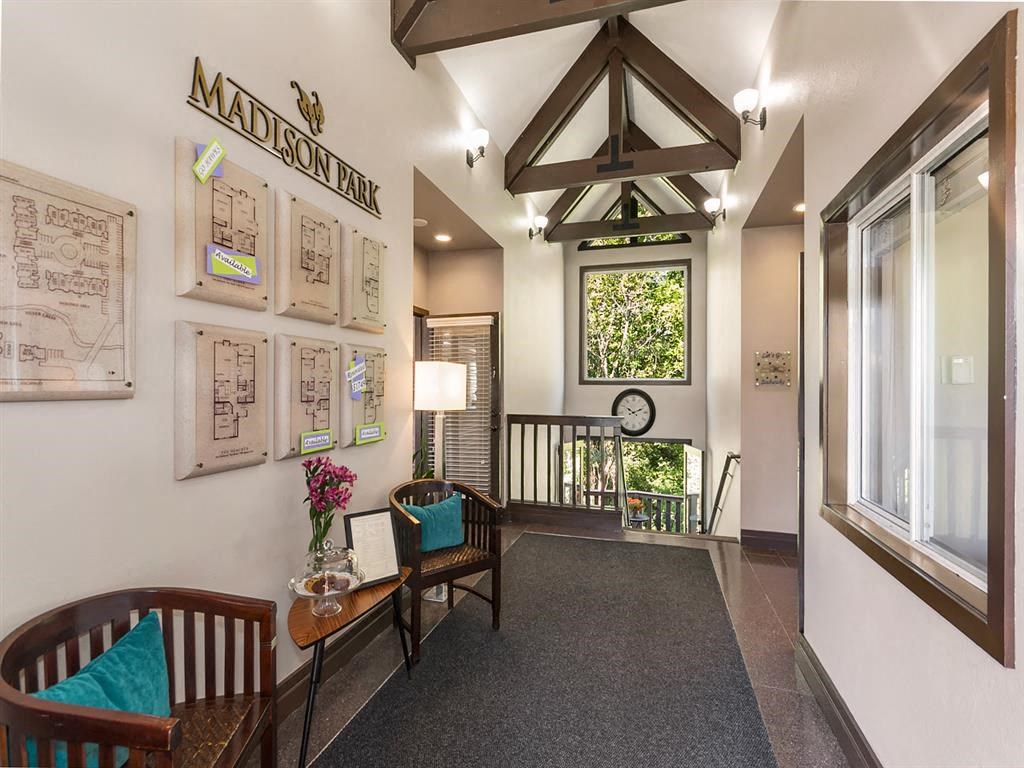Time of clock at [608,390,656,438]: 10:11
